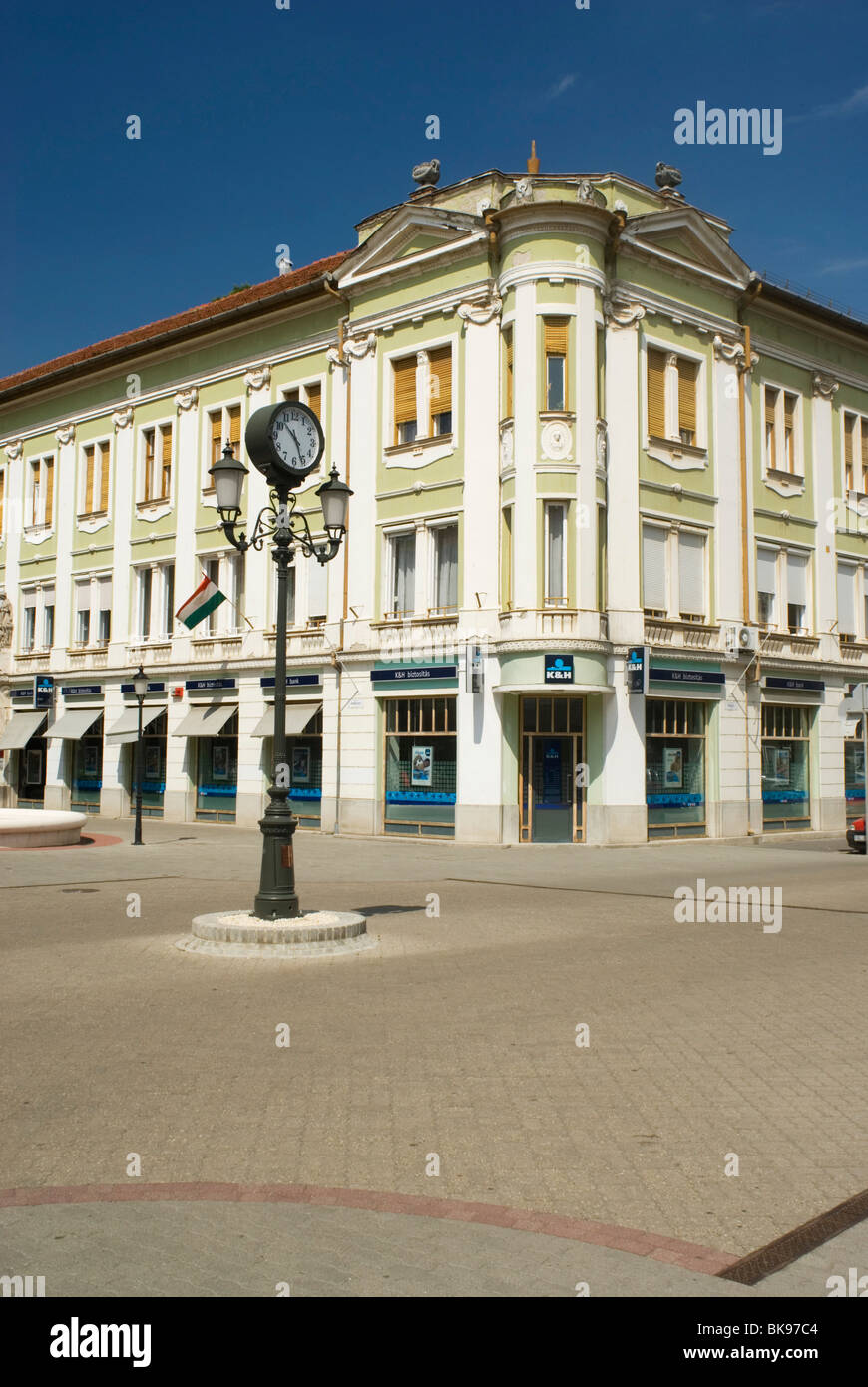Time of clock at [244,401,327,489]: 10:26
